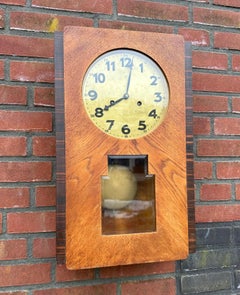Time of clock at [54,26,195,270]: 8:01
